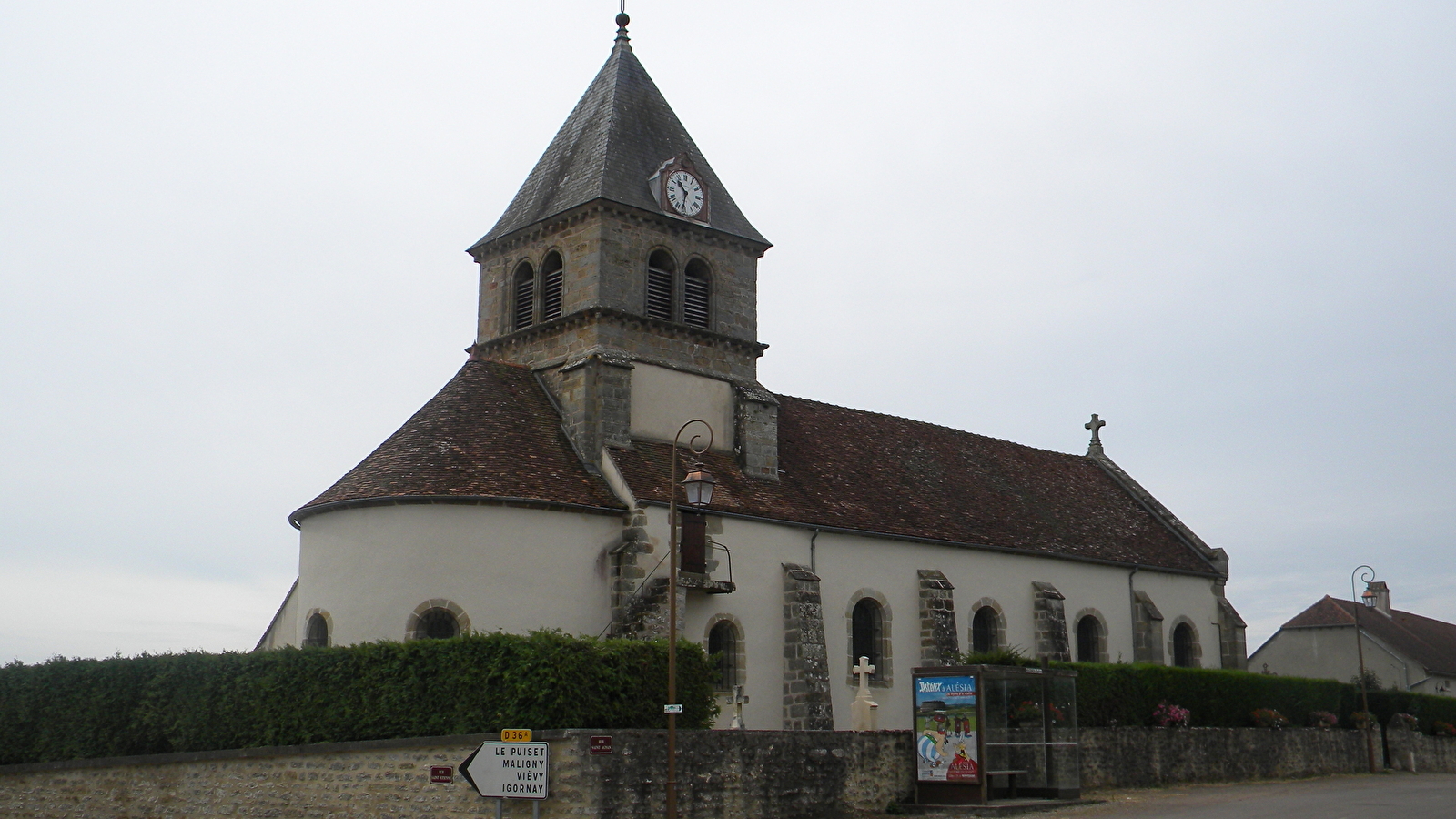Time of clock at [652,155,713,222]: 10:32
